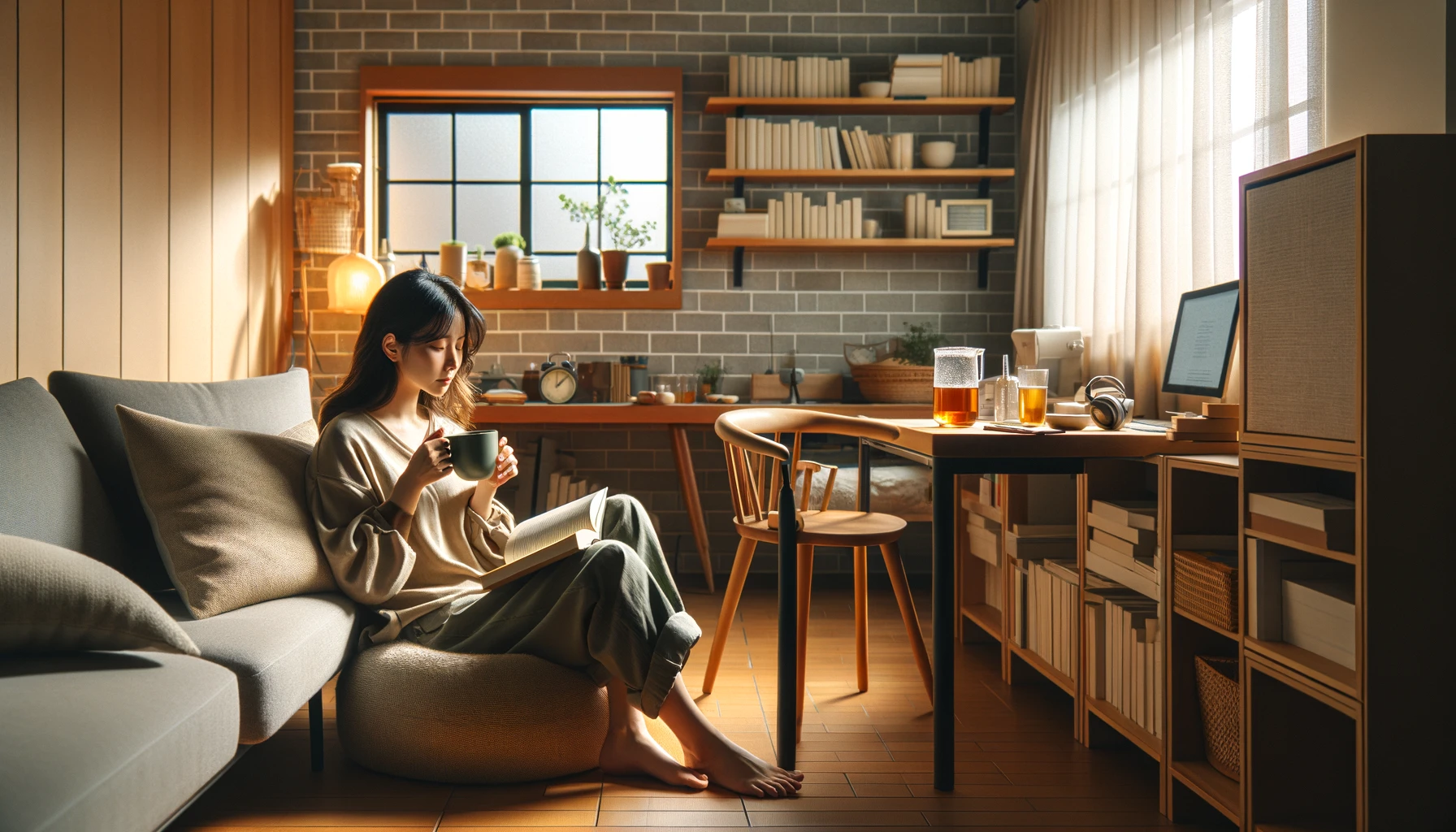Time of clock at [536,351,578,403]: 12:07
